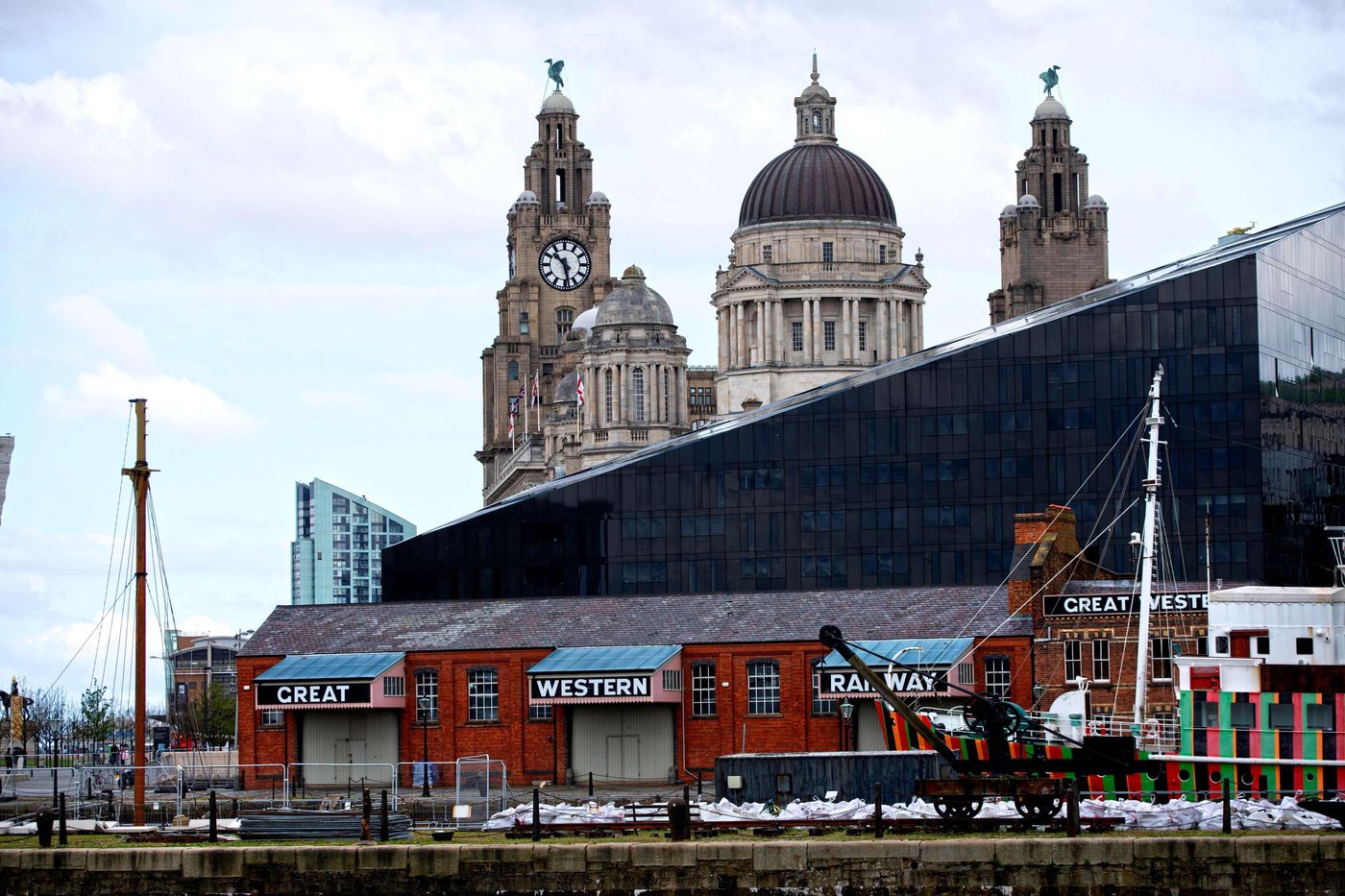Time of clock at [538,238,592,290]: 10:28
